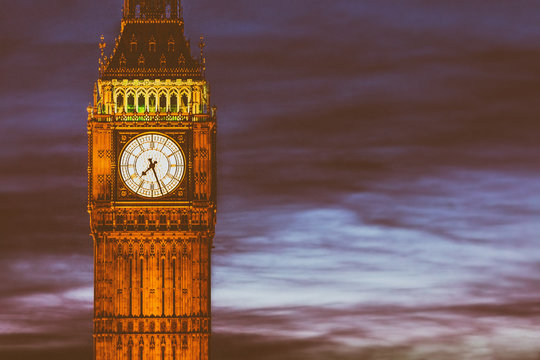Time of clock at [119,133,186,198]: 7:26
